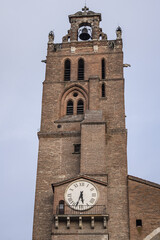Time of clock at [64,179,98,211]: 5:33
